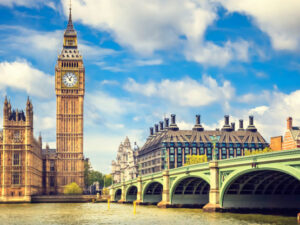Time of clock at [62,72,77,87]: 12:53
